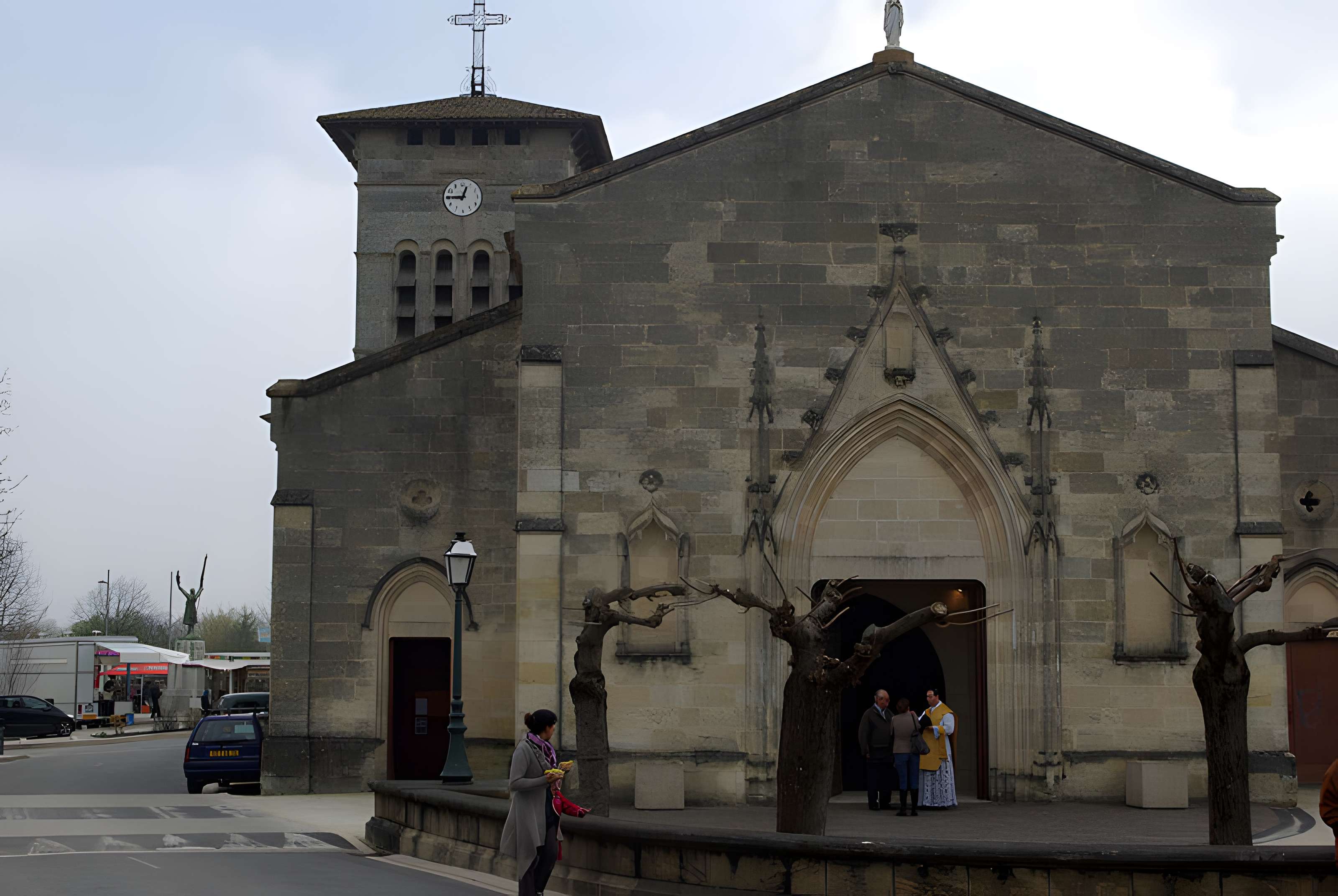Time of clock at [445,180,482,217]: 12:45
